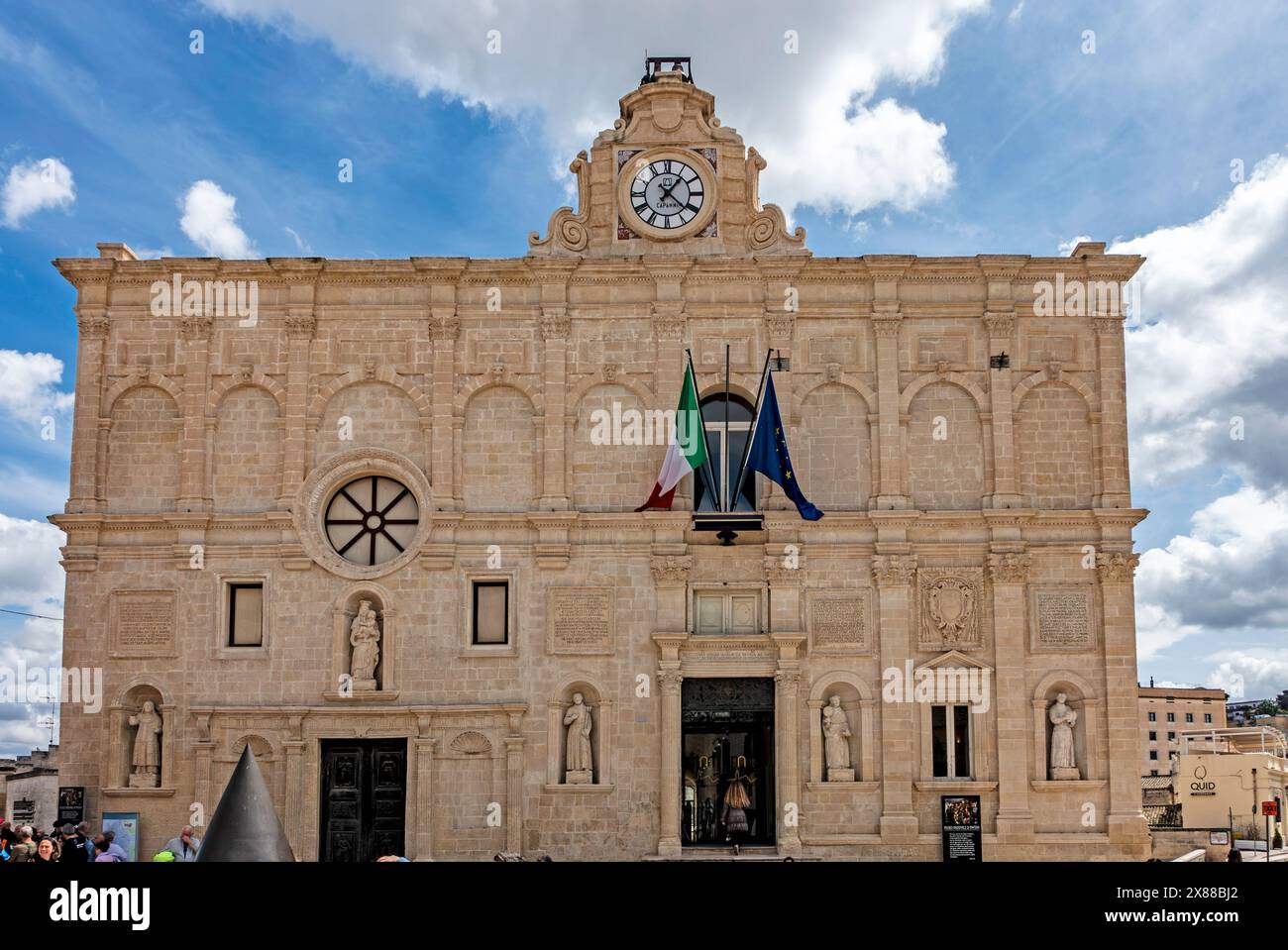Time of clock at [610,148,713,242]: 1:21
